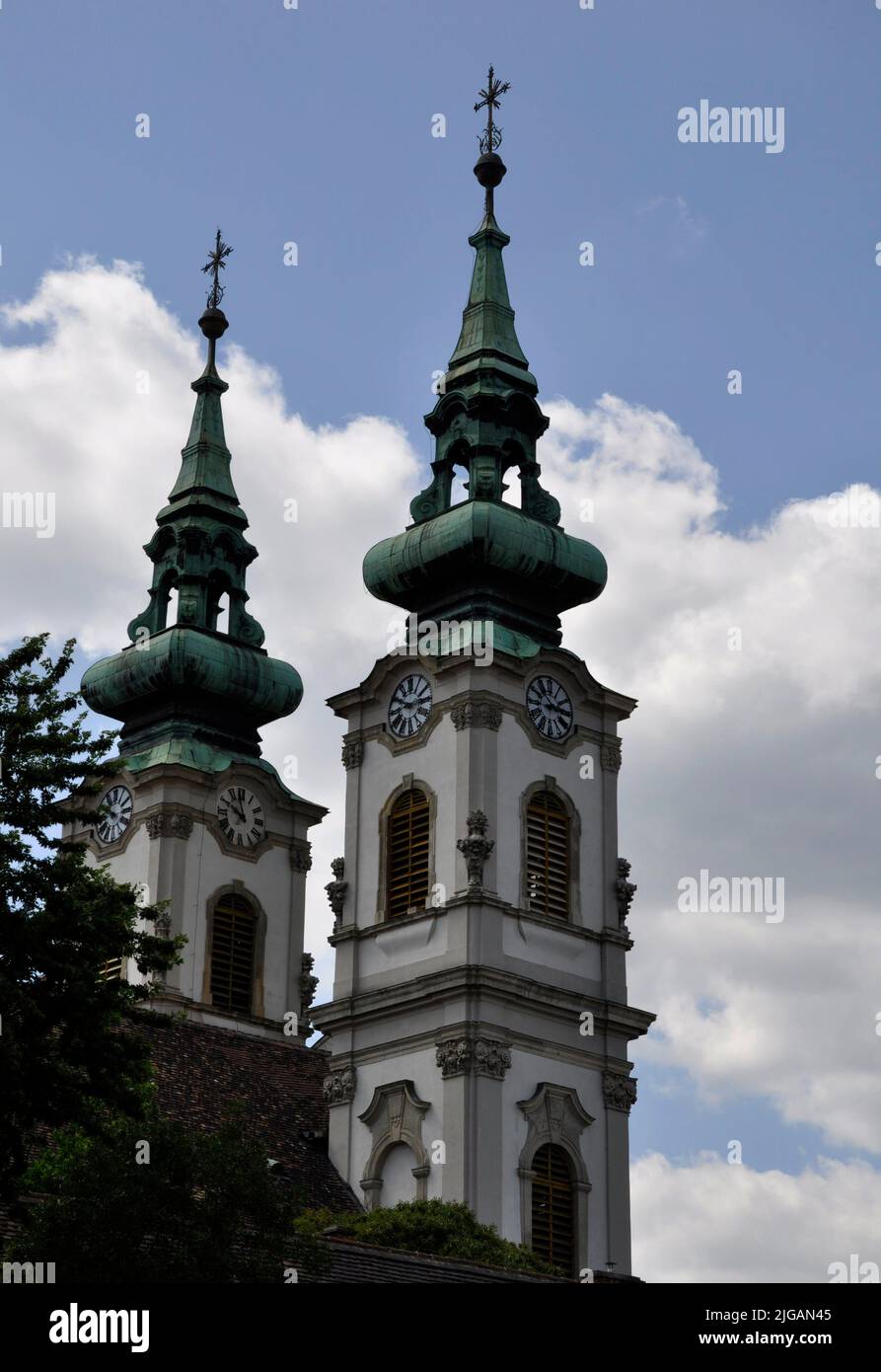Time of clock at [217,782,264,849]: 9:57
